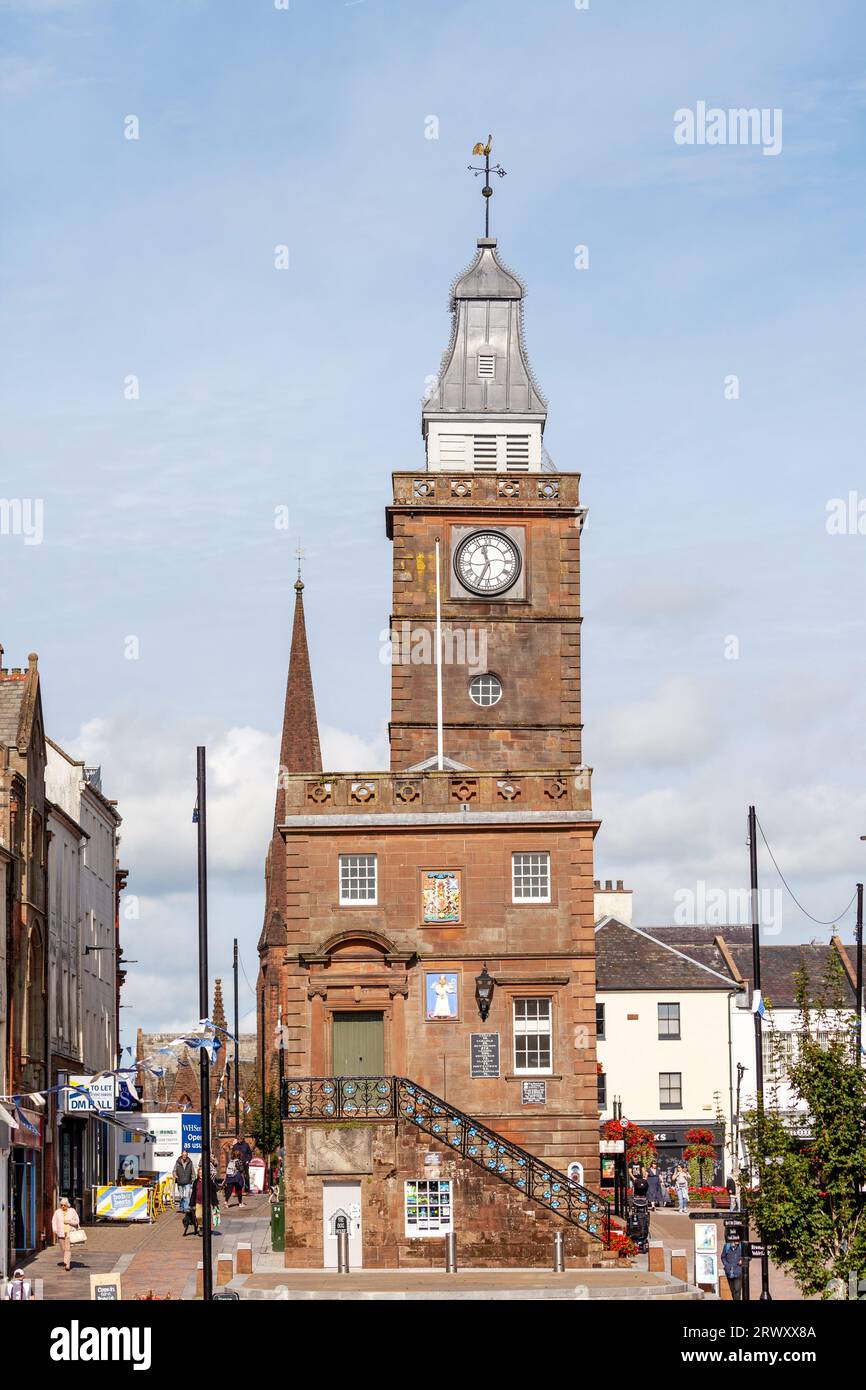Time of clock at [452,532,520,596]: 11:33
